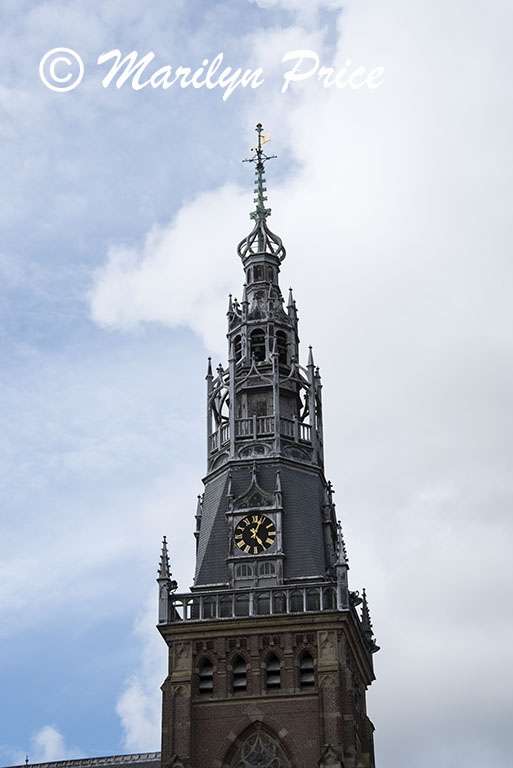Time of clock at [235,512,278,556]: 5:03
